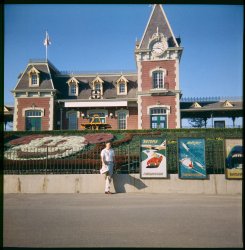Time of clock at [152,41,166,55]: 3:43
